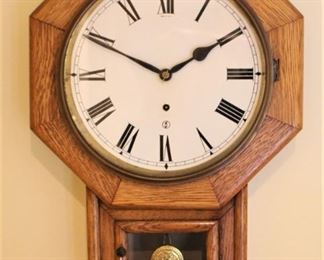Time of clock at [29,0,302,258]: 1:49
